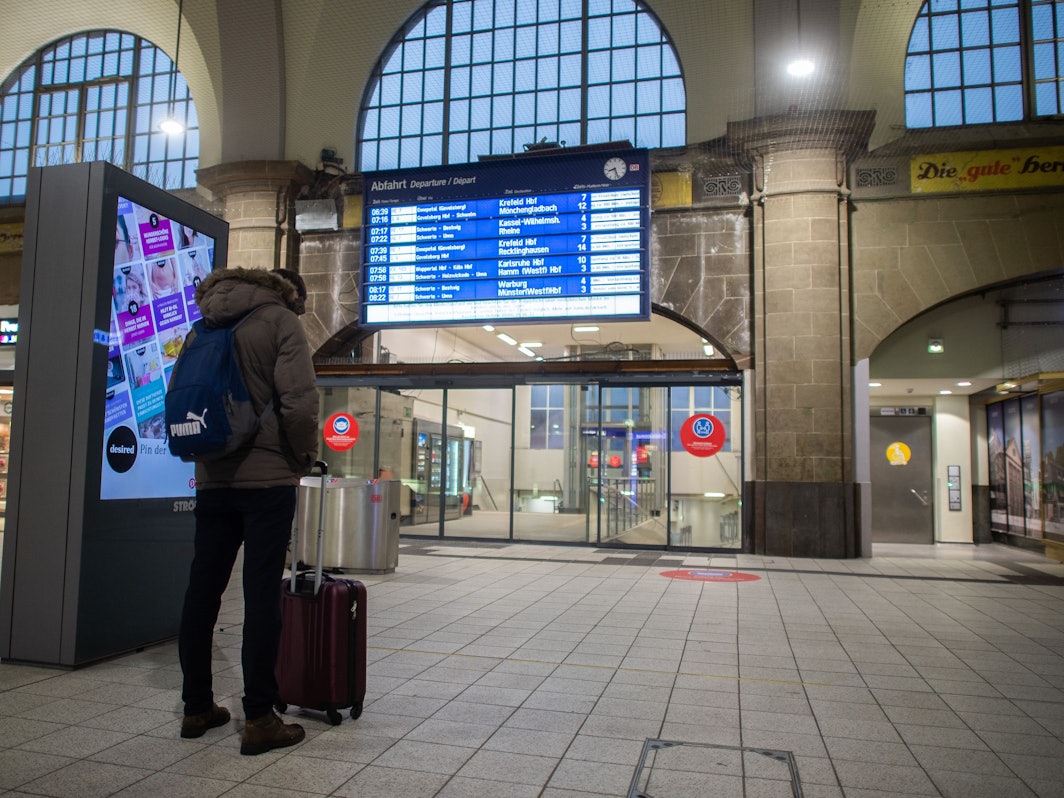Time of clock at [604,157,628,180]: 8:26
